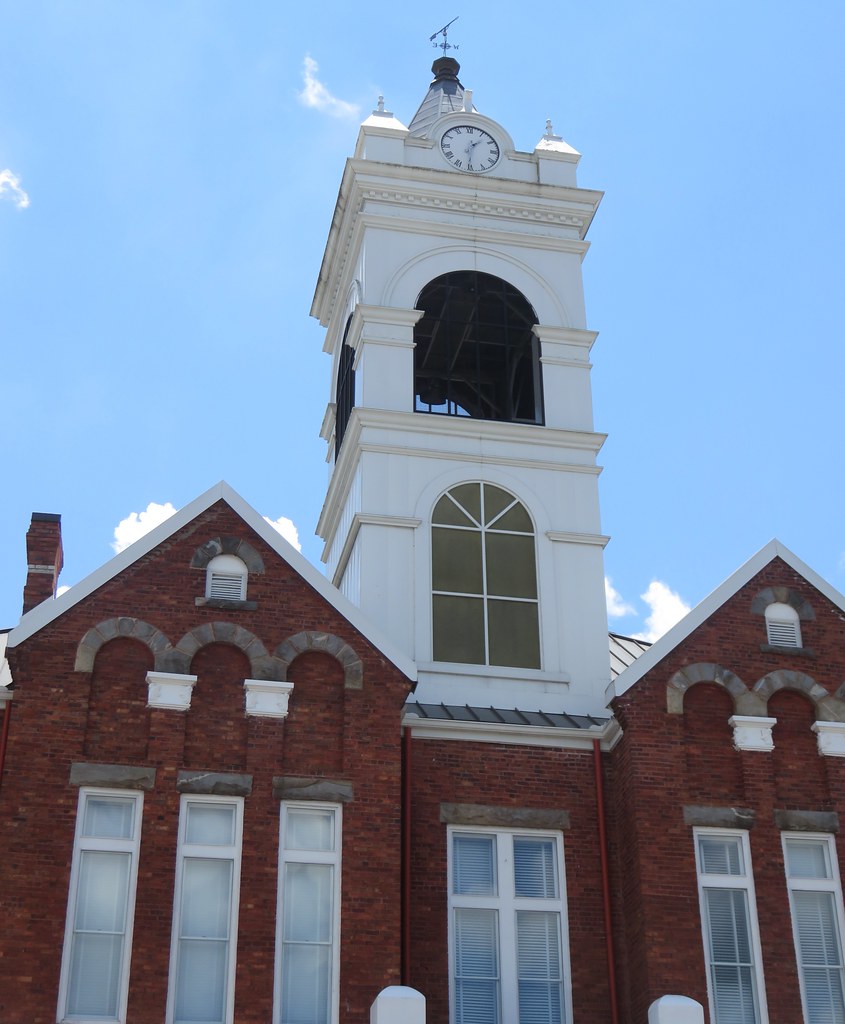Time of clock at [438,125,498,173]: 1:30
